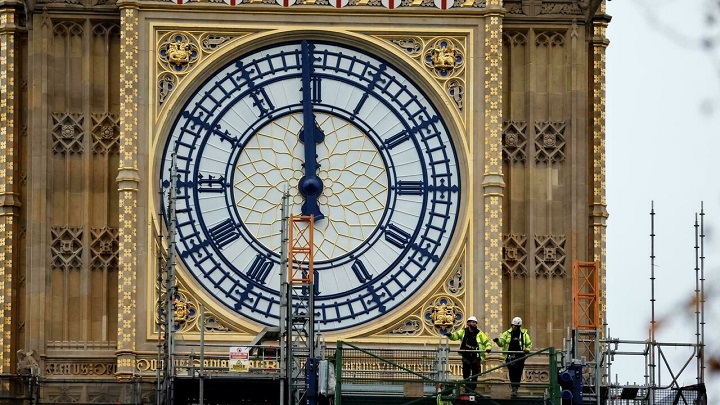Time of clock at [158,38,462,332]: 11:59
